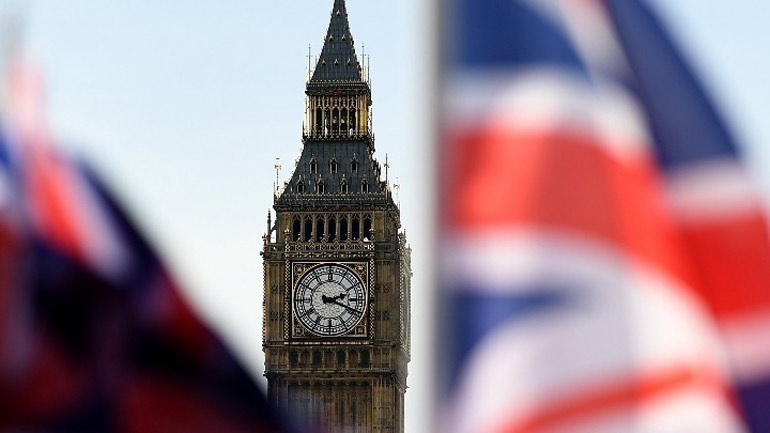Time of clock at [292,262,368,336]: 2:18
